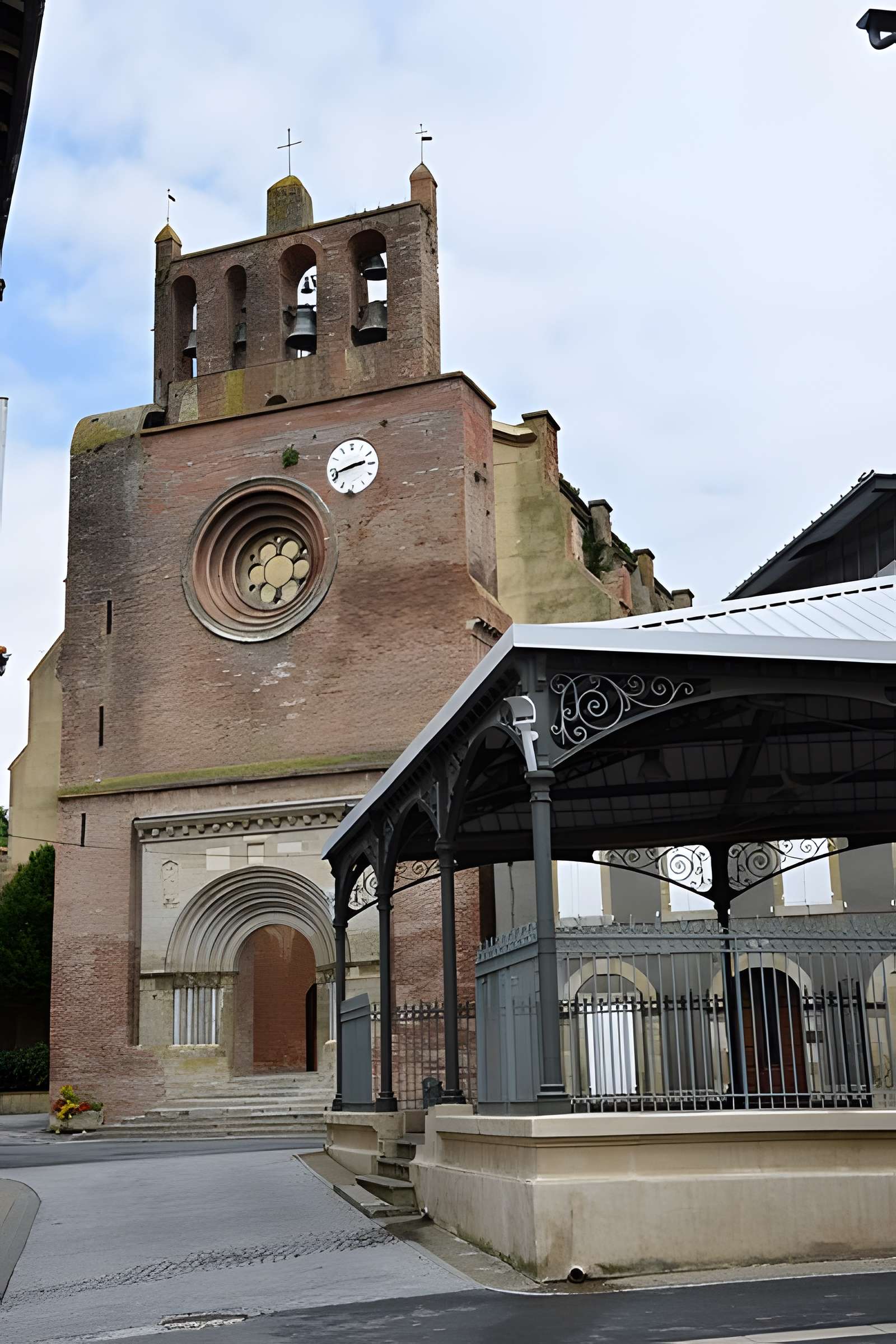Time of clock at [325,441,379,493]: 2:42
